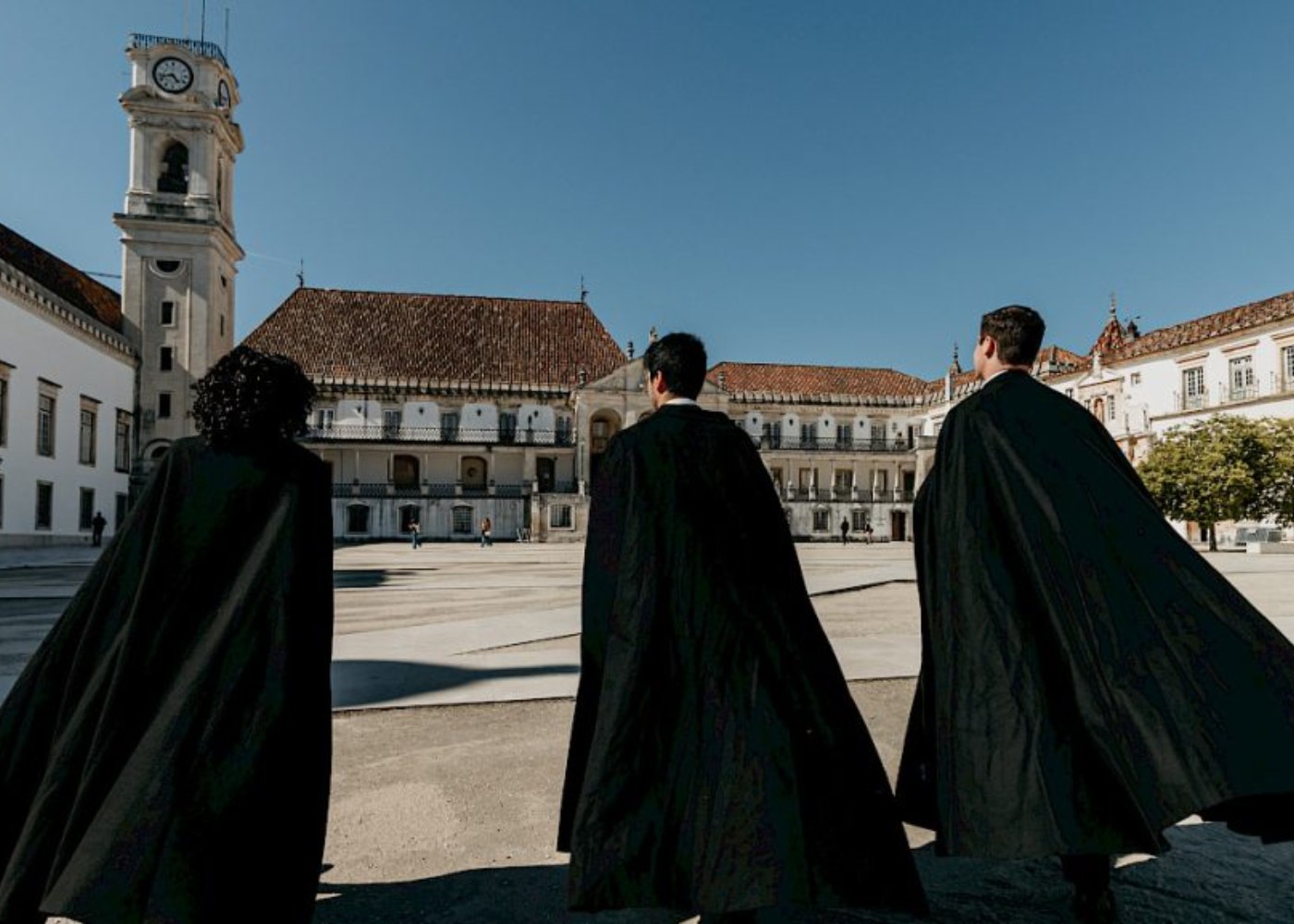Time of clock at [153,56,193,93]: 4:42
